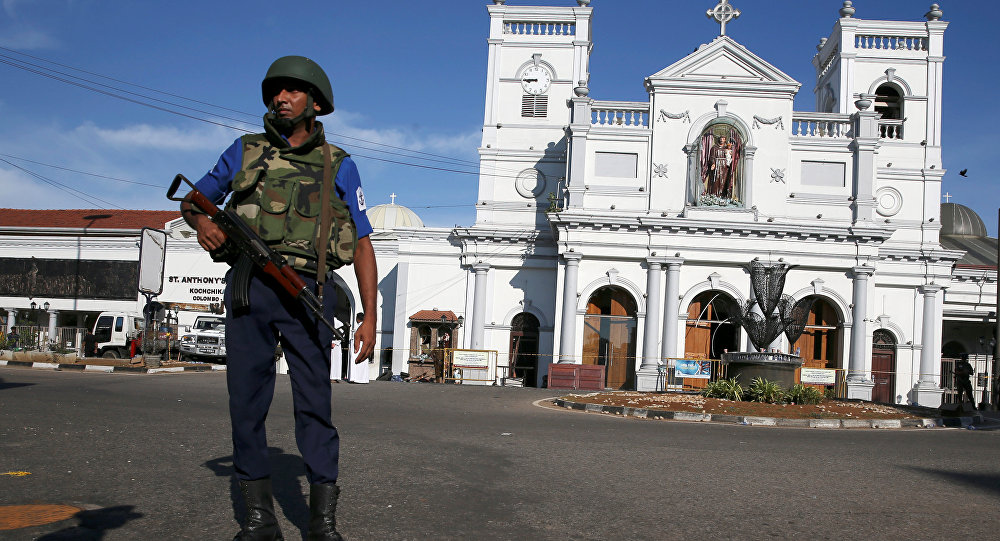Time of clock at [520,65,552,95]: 8:45
